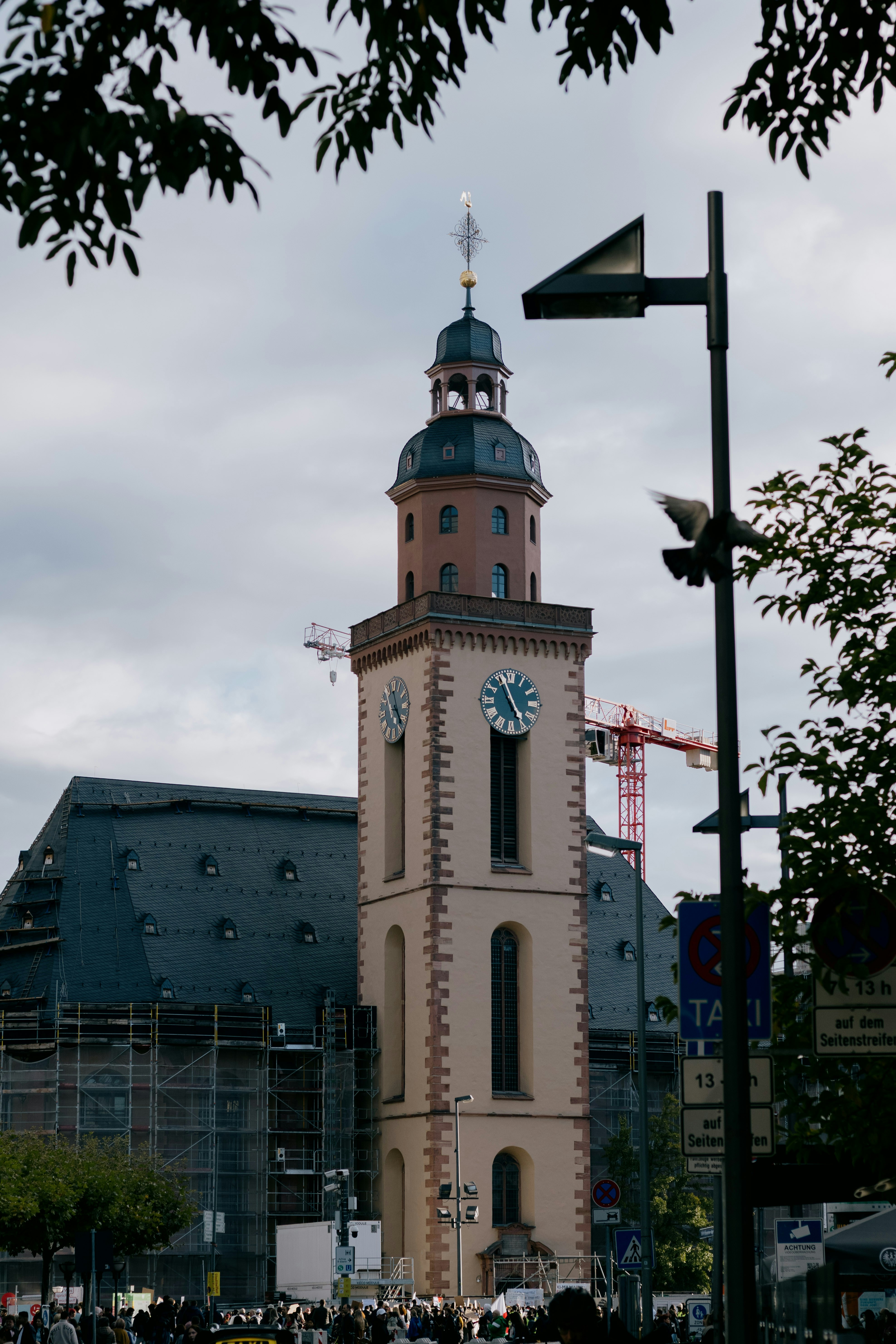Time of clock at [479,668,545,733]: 4:56
